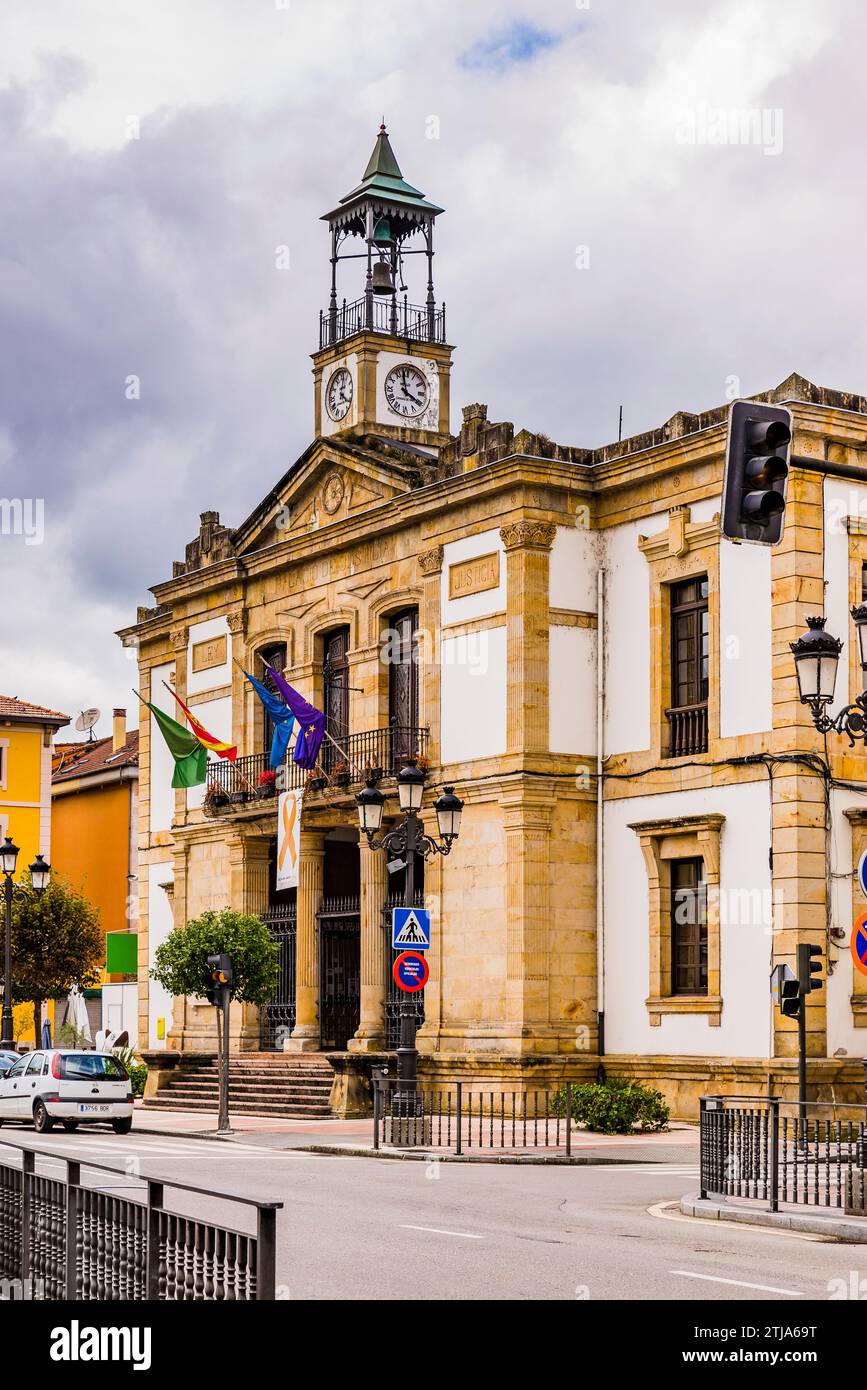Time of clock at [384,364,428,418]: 3:58
